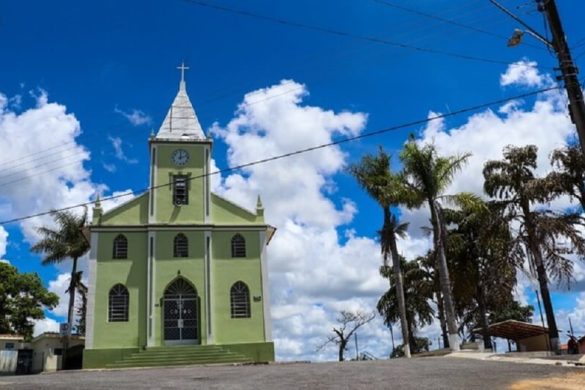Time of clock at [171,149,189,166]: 12:12
